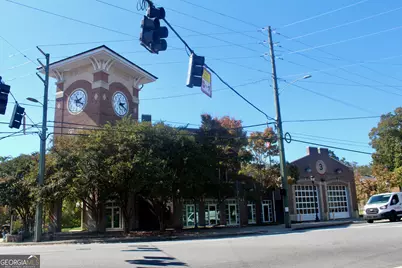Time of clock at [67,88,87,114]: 2:19
